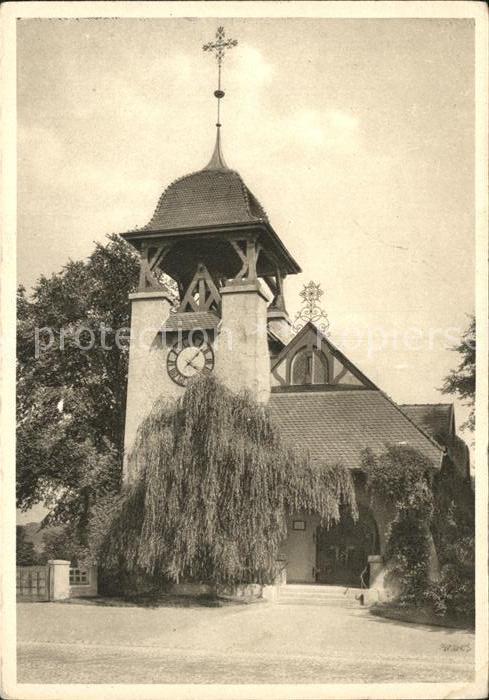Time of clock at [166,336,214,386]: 4:08
